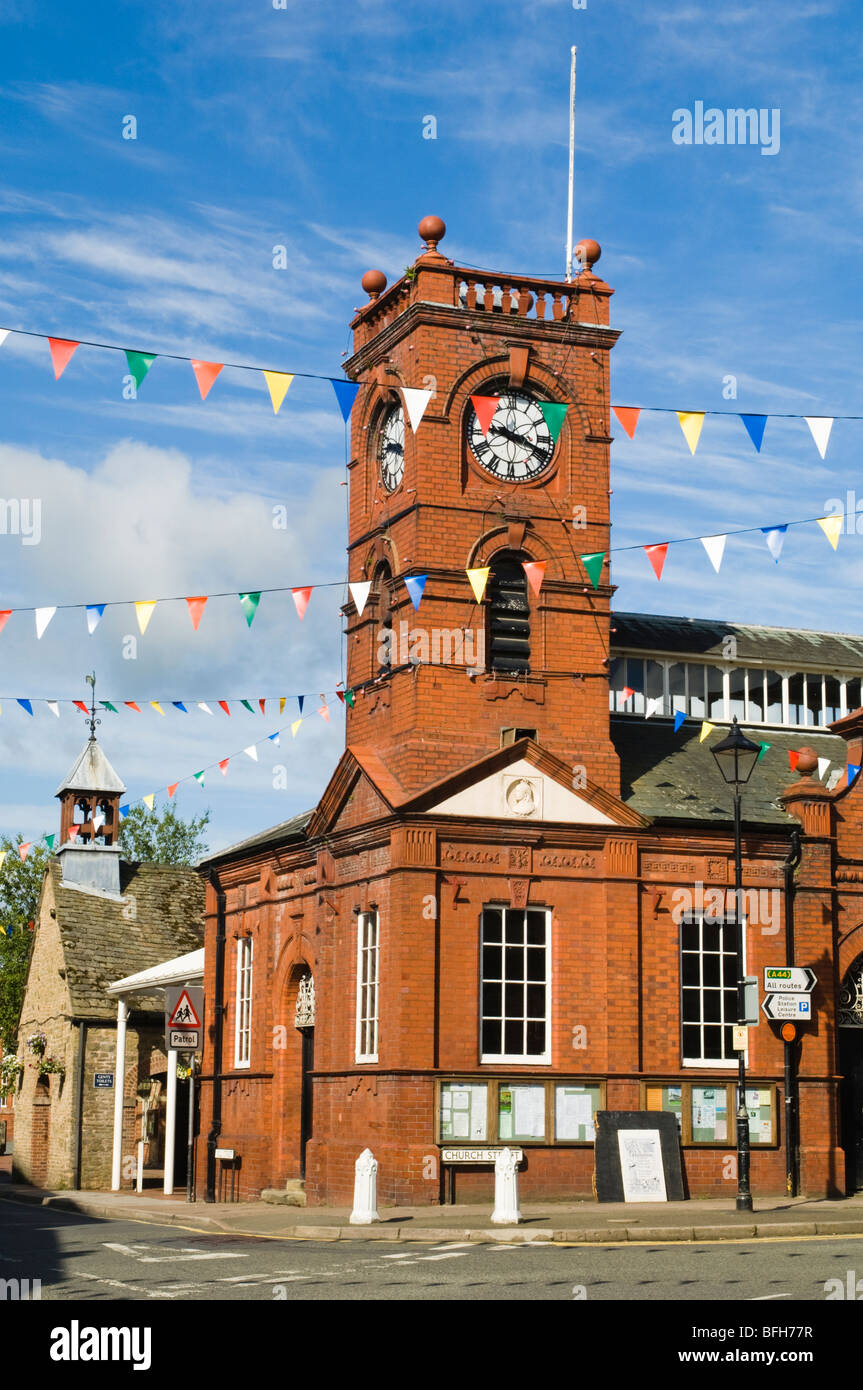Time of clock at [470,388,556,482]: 9:18
